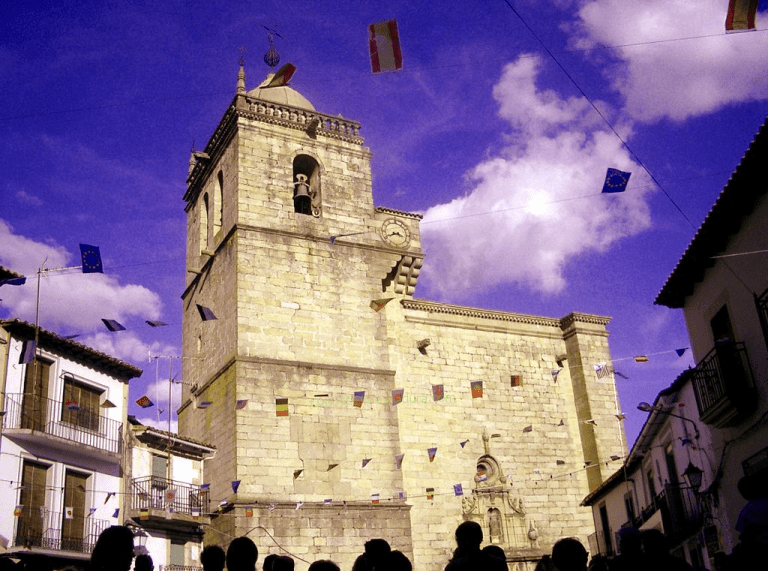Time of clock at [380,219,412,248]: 3:40
